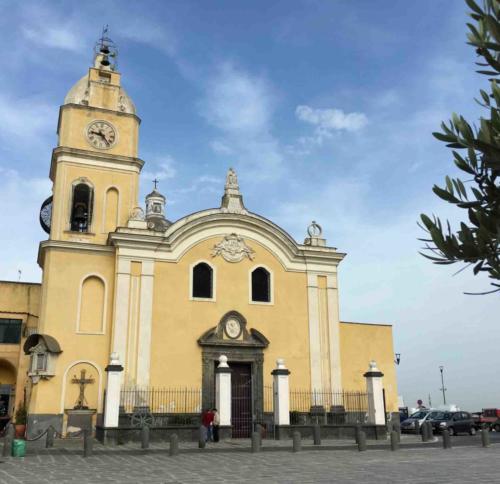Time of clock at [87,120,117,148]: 9:23
